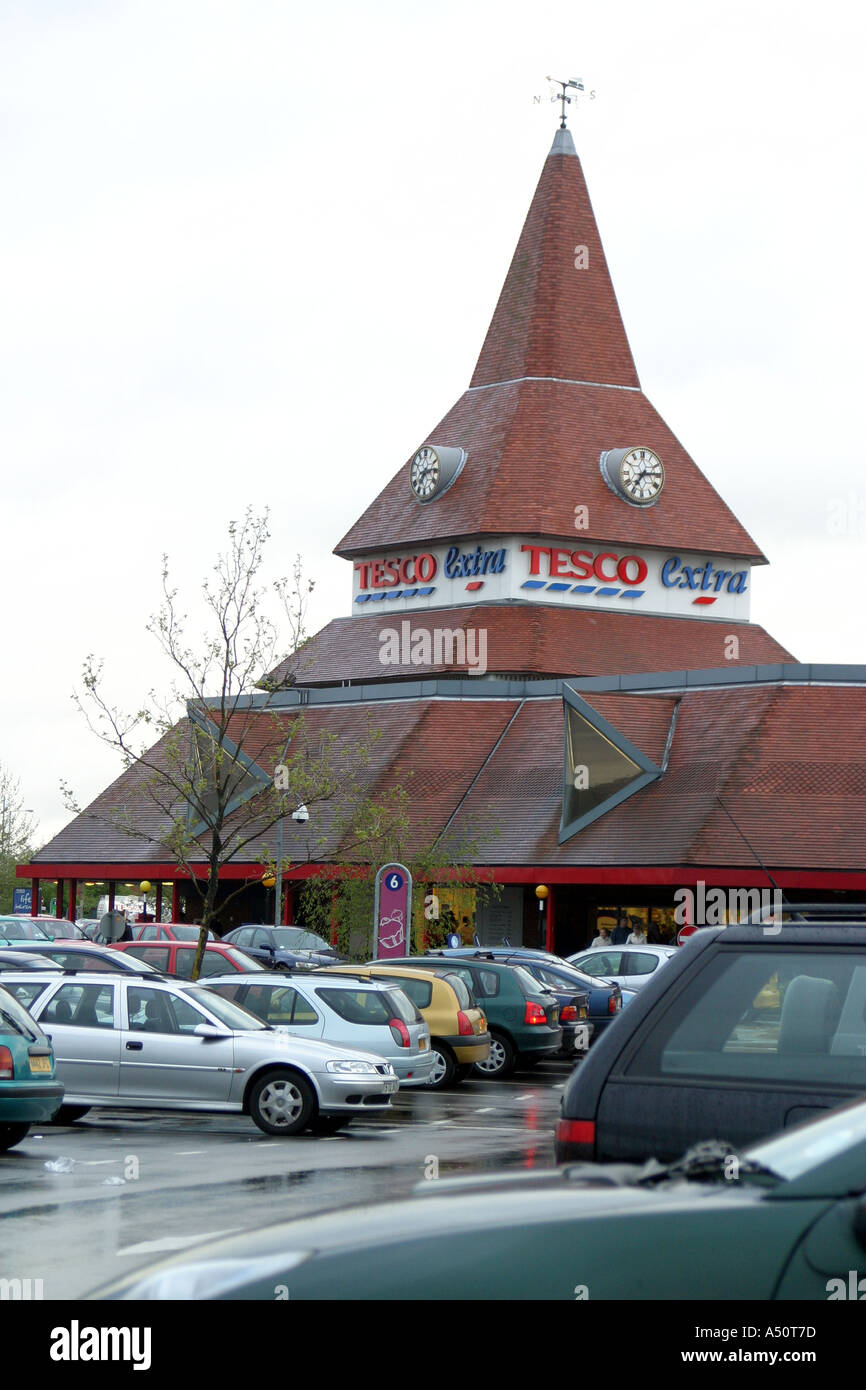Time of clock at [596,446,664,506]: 7:14
